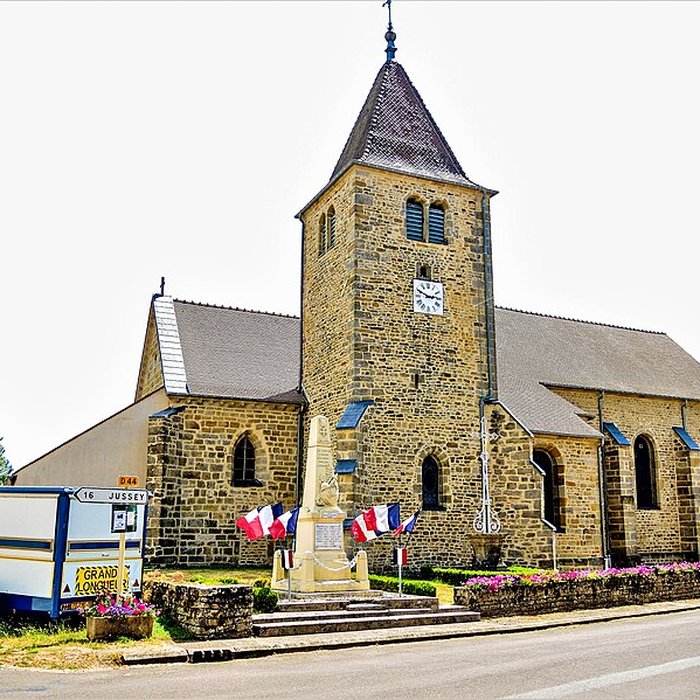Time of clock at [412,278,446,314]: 2:49
